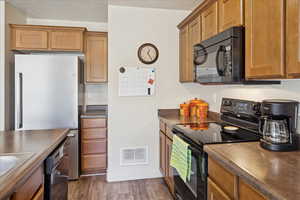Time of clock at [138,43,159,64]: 12:24
